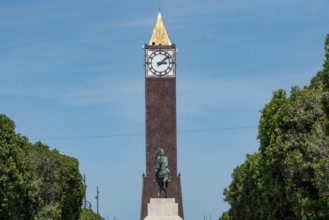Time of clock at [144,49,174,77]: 3:08
